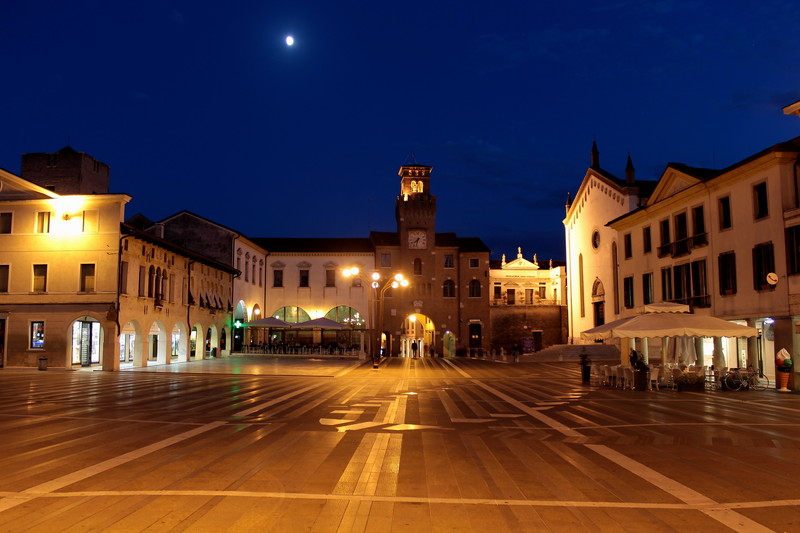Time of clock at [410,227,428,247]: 7:32
